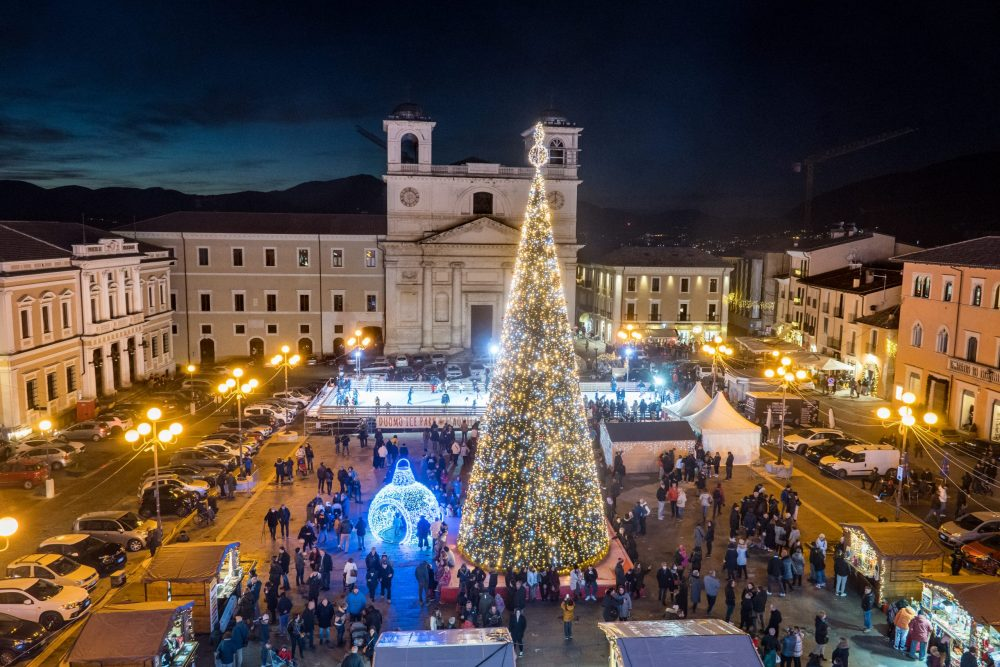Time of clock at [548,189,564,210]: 7:59
